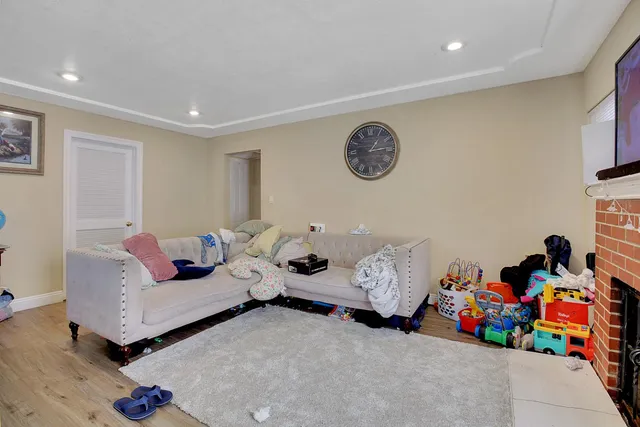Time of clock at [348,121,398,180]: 1:13
